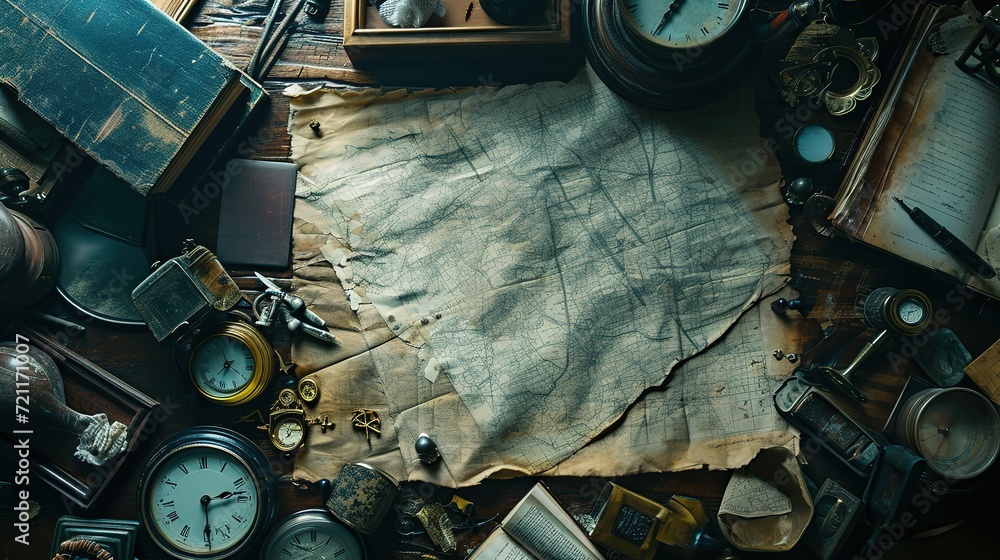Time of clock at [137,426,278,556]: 2:29
